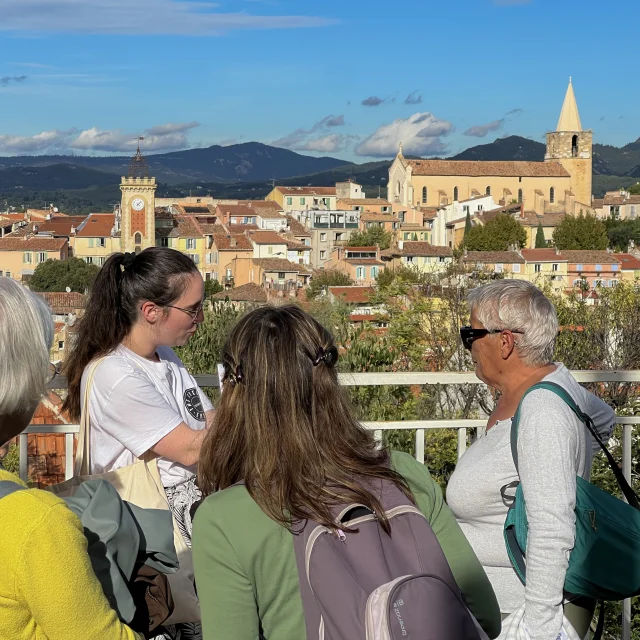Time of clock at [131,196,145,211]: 4:07
